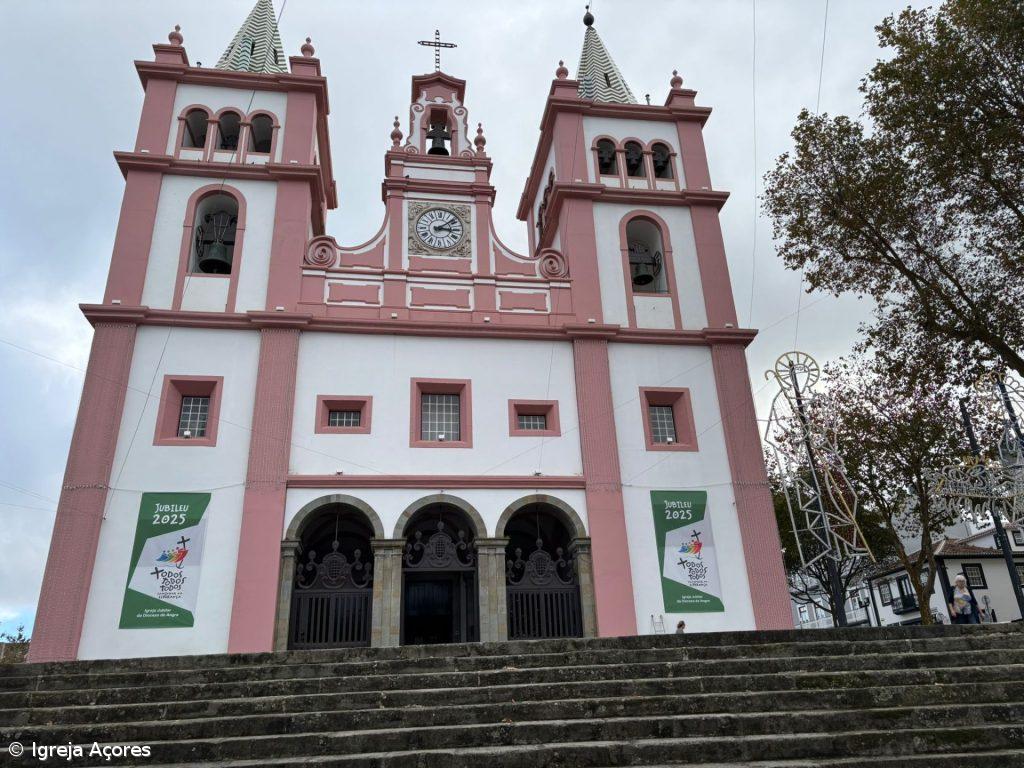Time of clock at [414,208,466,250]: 3:08
